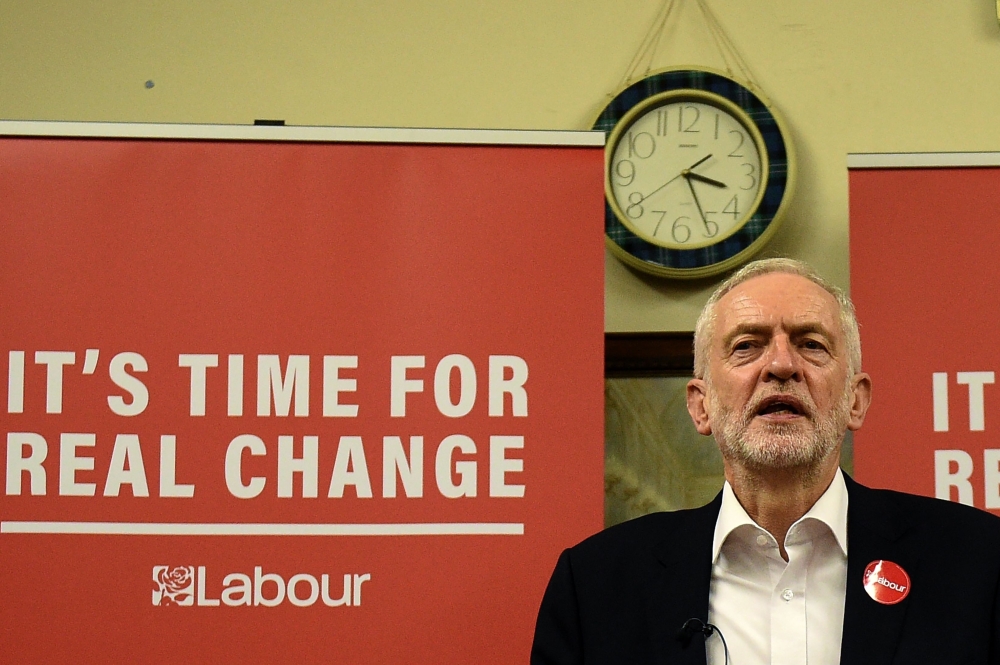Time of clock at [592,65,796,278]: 3:25
